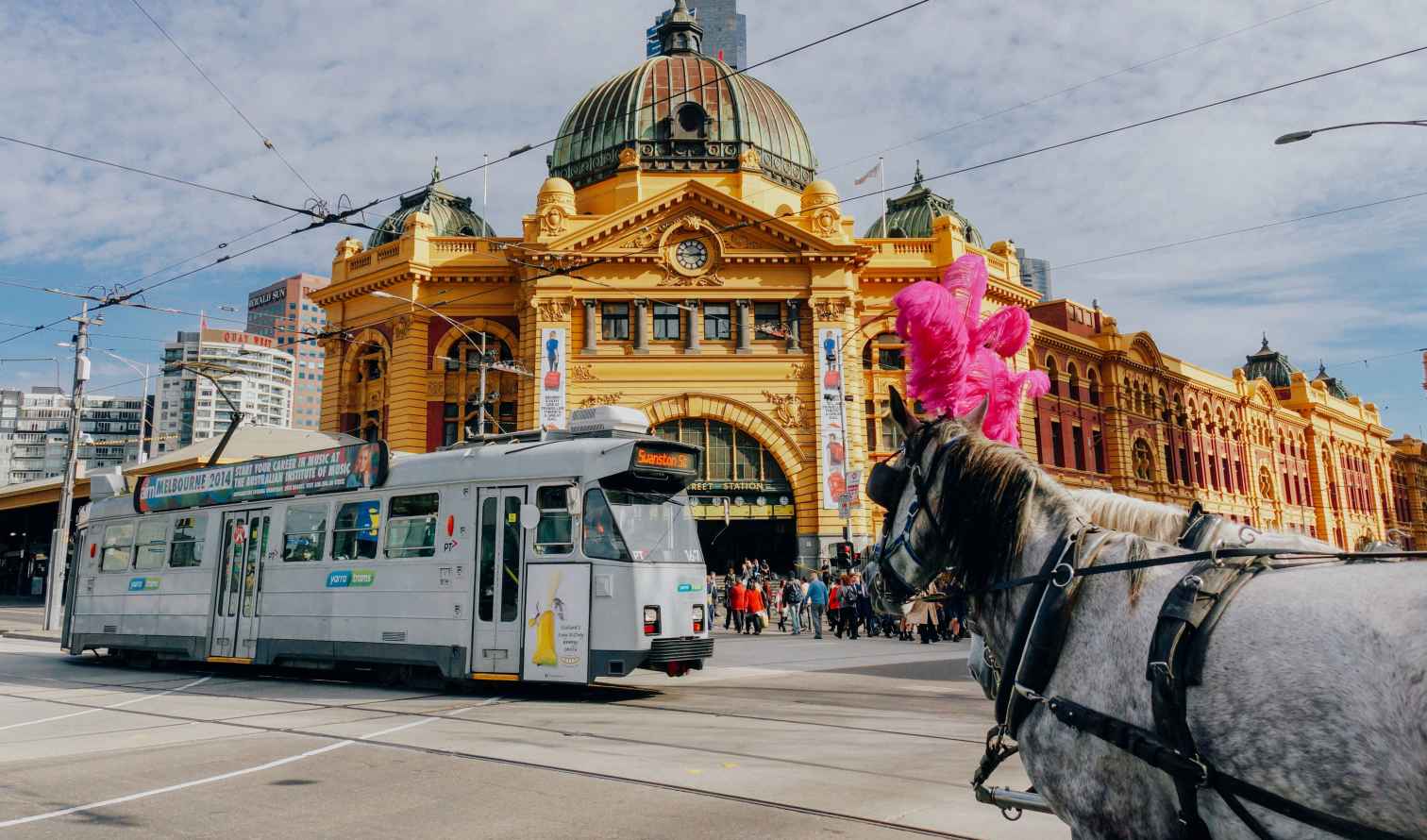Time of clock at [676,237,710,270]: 2:45
